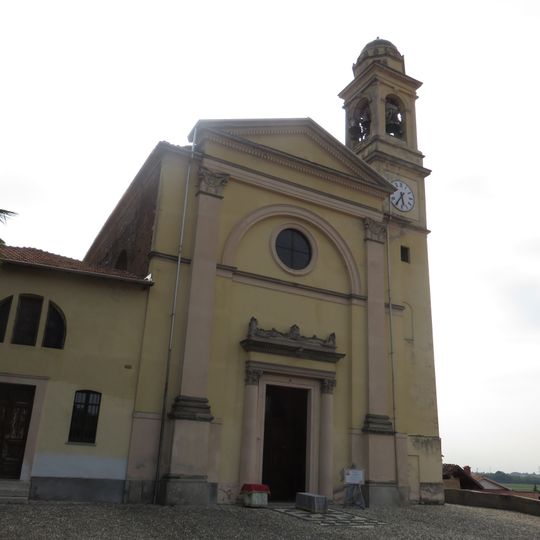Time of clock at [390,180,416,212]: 5:35
